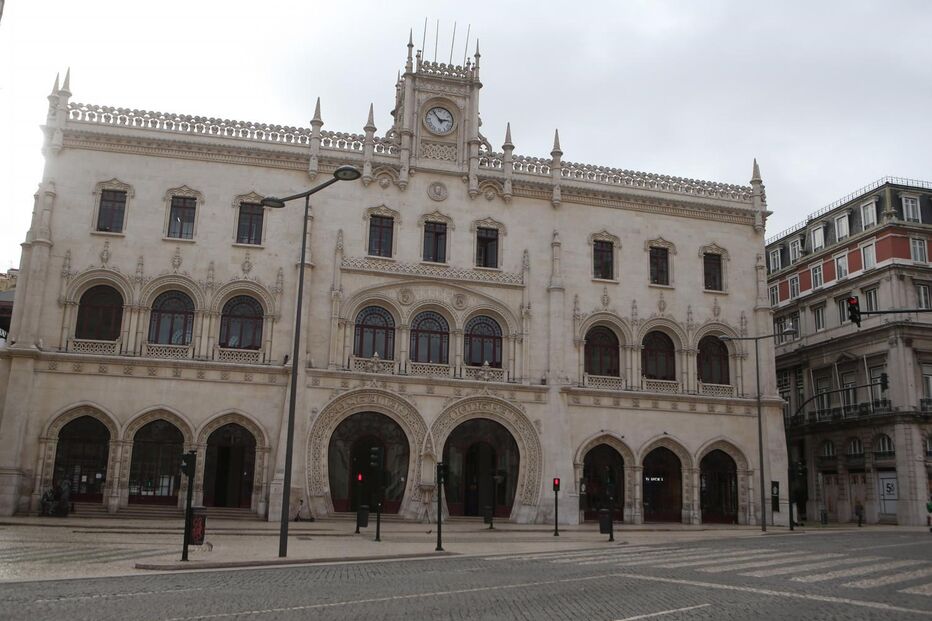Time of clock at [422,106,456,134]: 2:53
